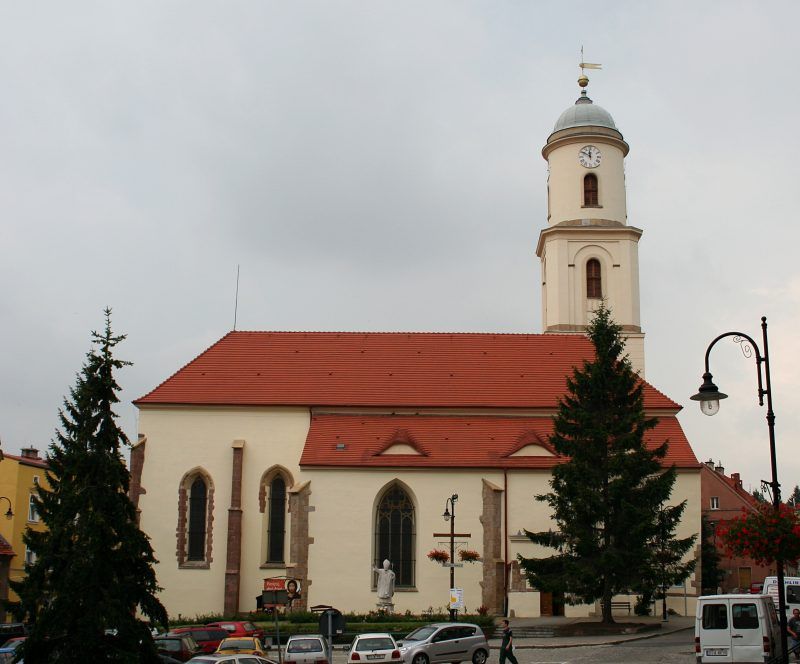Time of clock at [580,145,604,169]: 11:49
